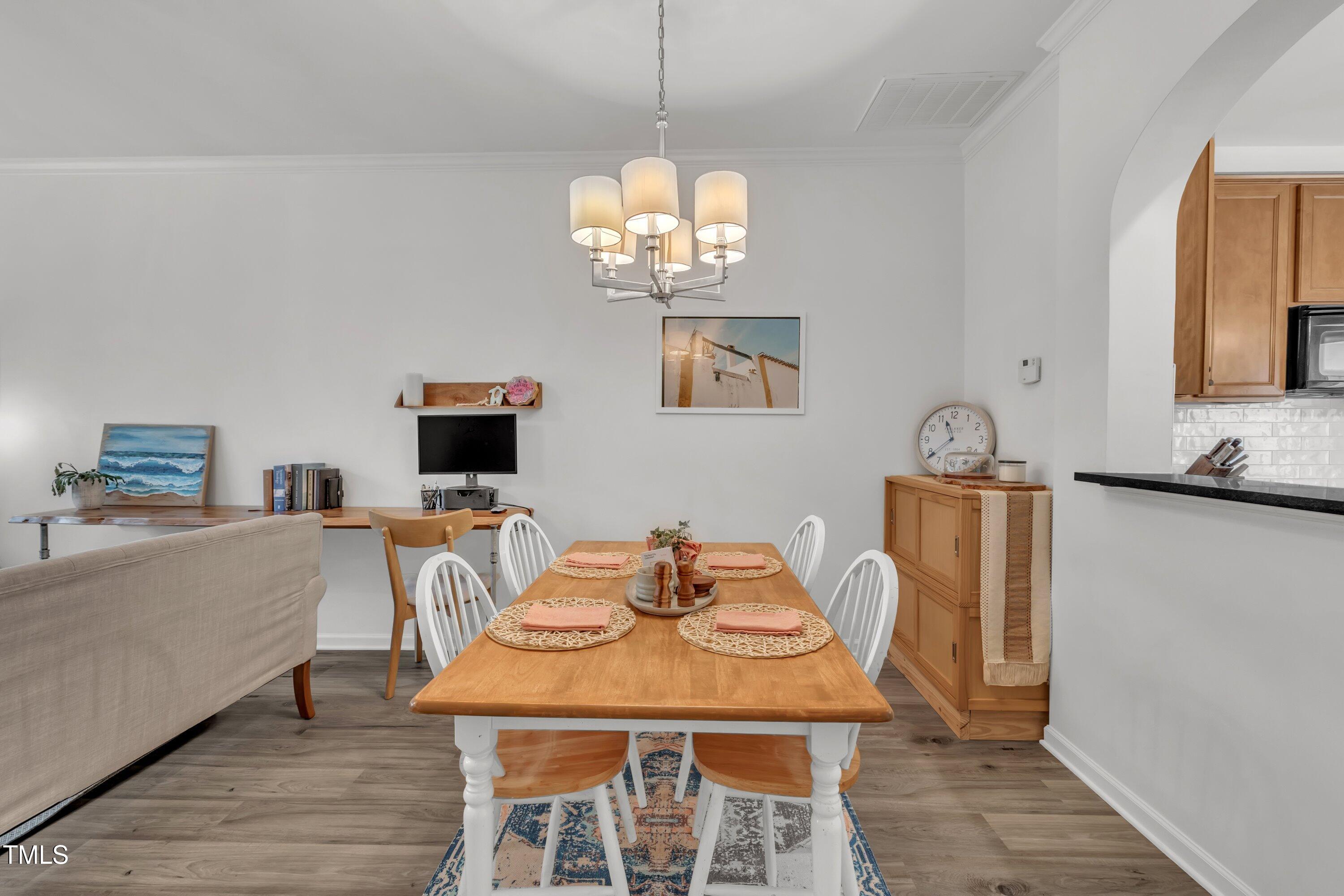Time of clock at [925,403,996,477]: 11:38
